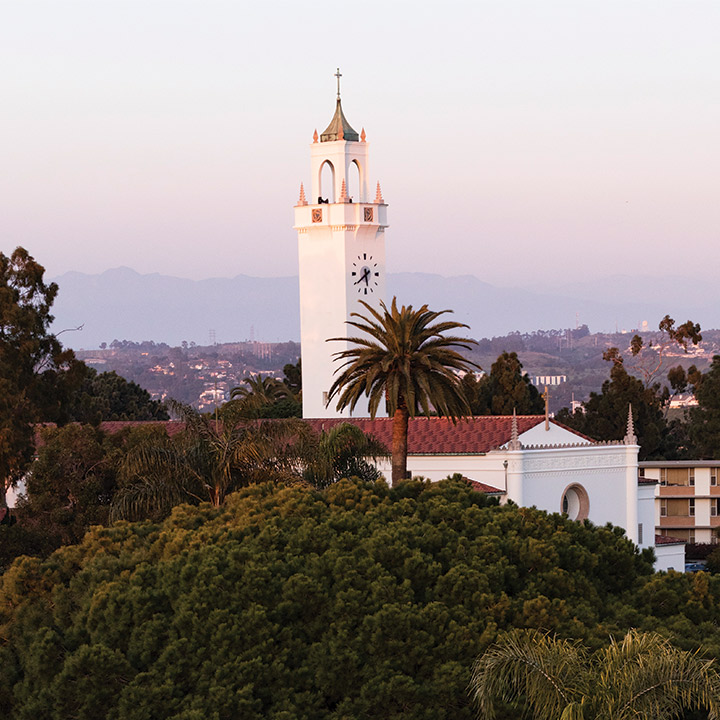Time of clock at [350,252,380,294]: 5:39
